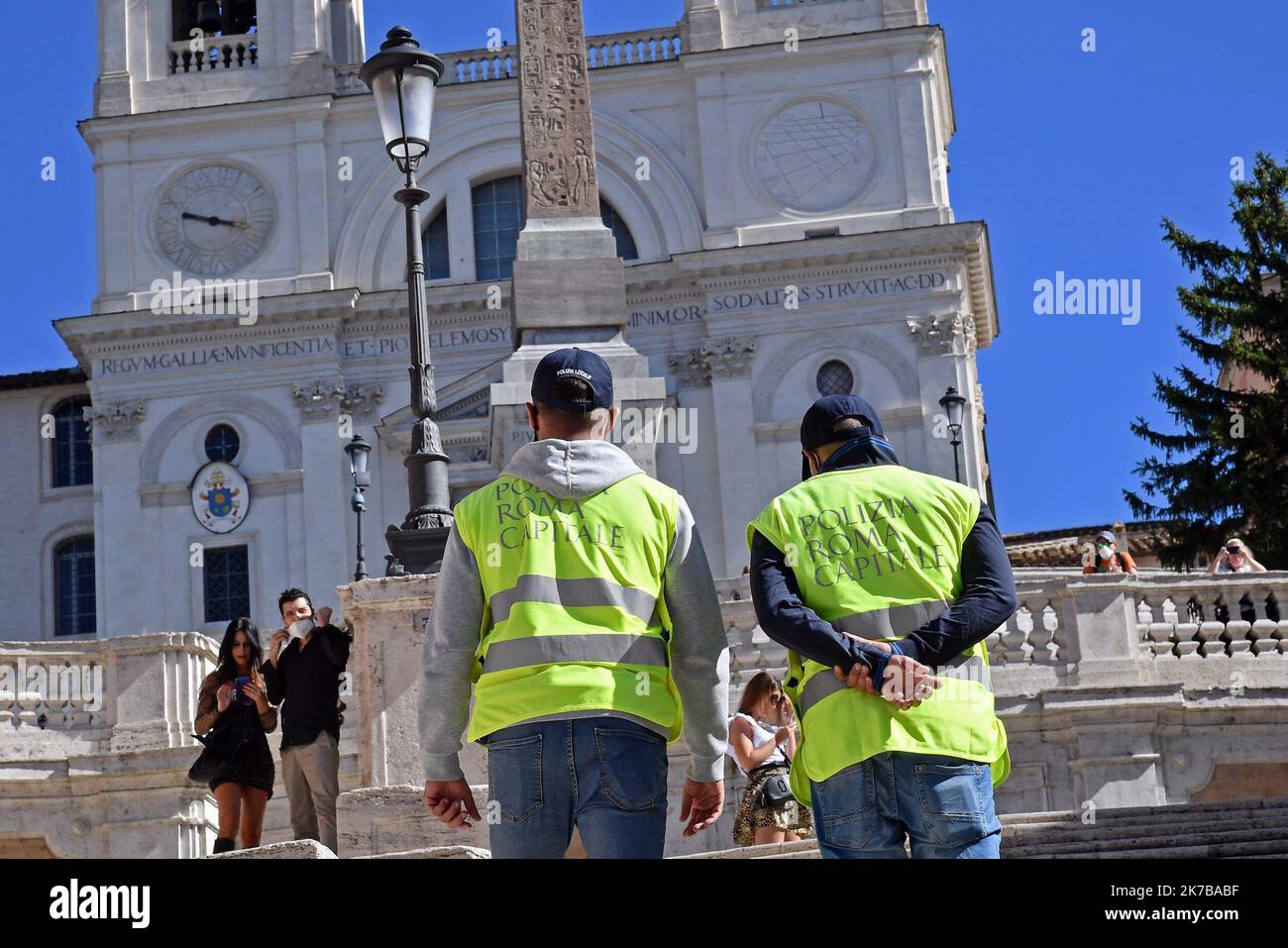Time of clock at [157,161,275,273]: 9:17
